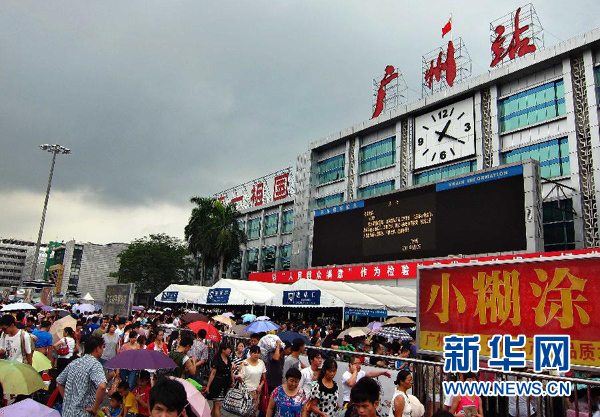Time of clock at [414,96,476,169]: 1:20
